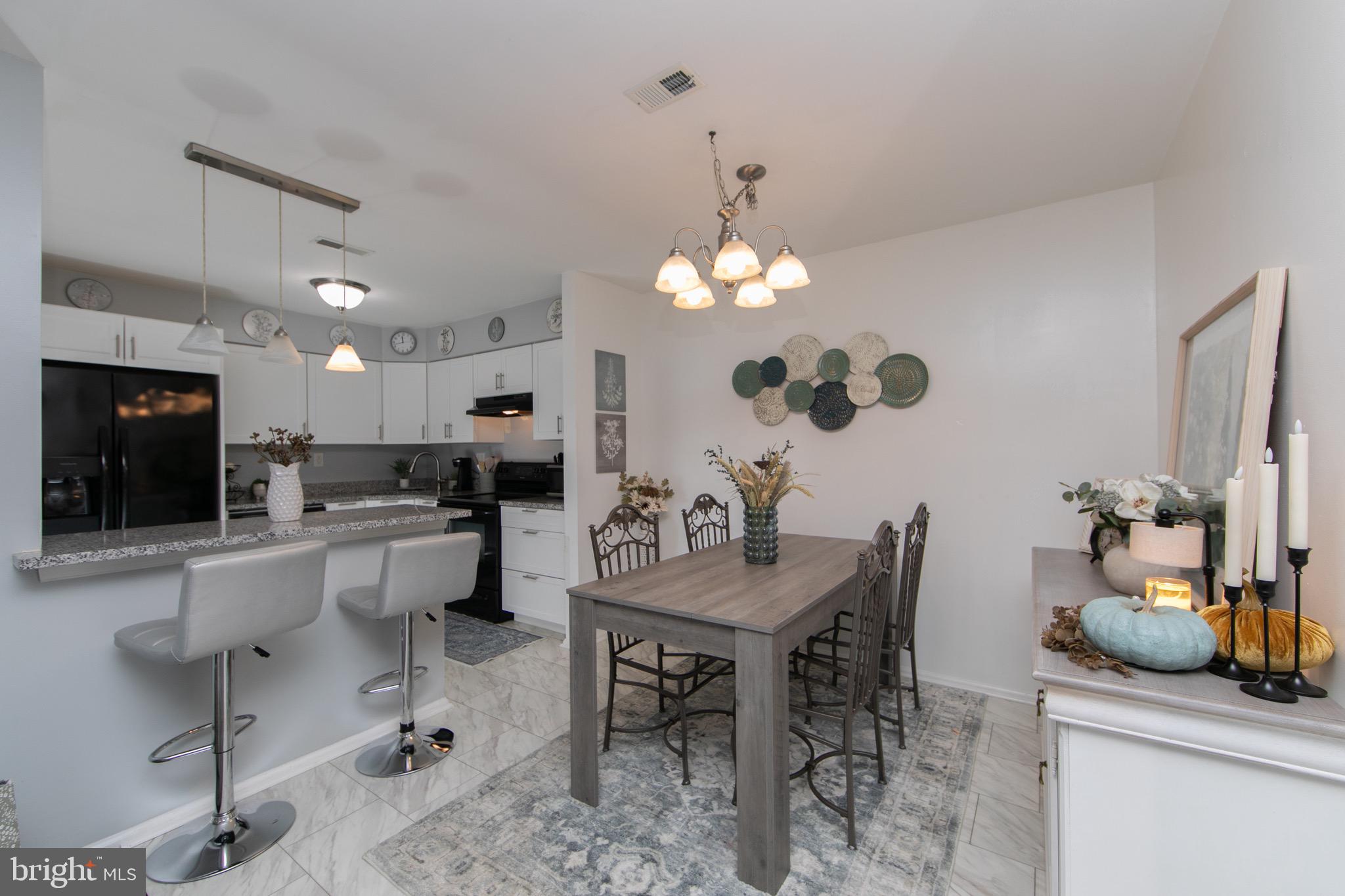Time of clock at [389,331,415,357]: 11:42
